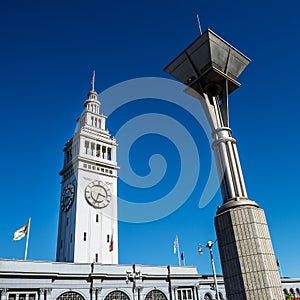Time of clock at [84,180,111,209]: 3:33
